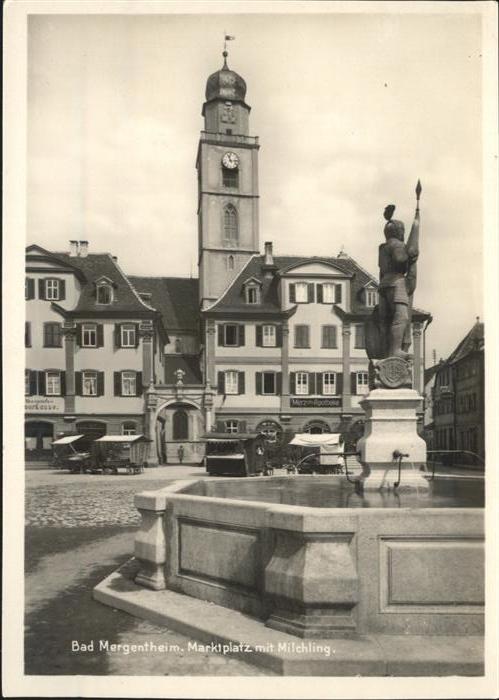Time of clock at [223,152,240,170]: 11:13
